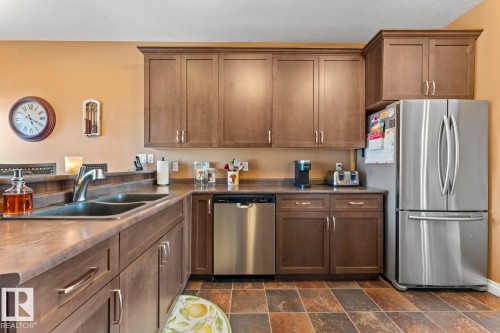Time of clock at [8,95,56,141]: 5:19
